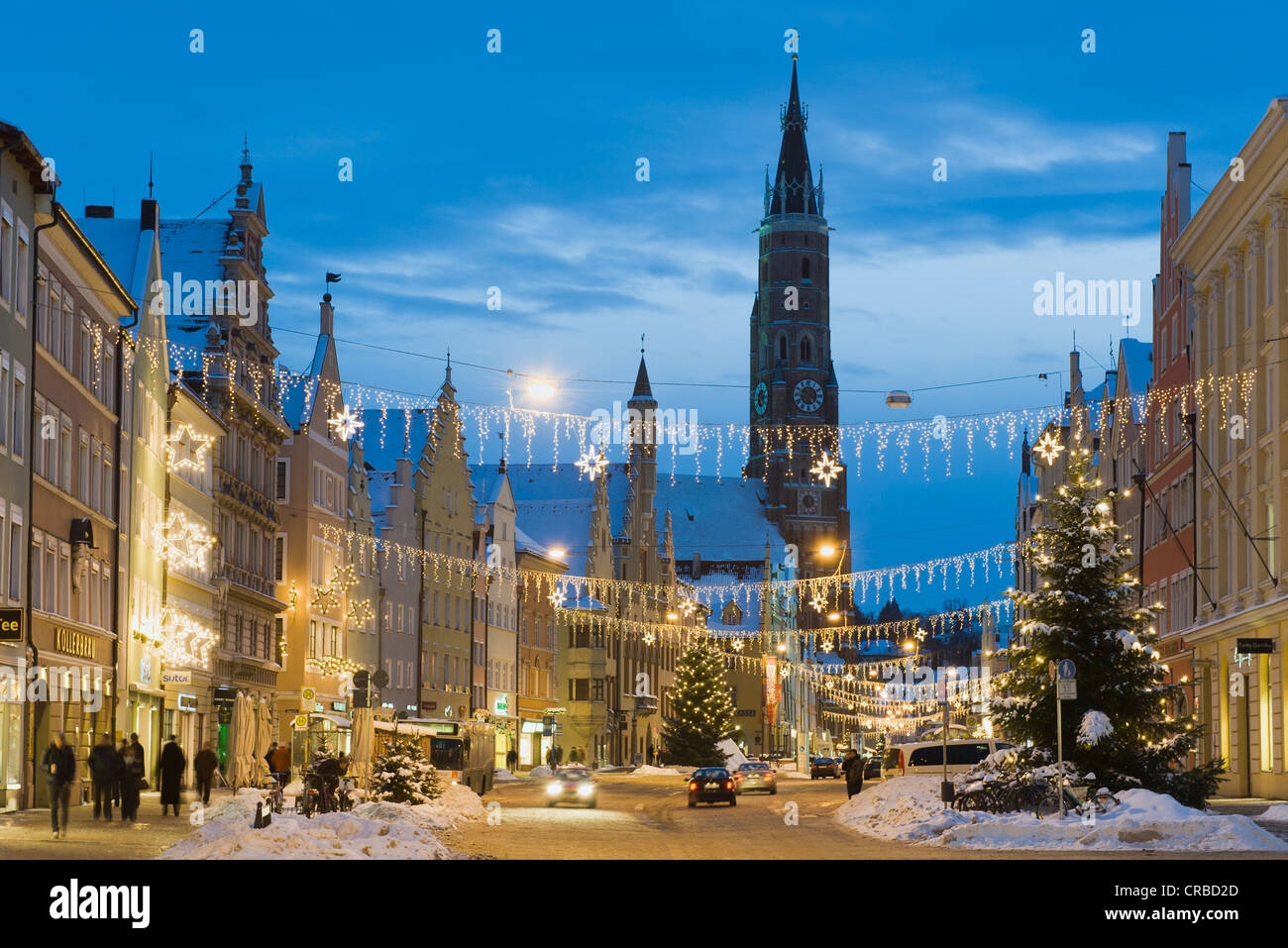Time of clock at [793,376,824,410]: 2:24
